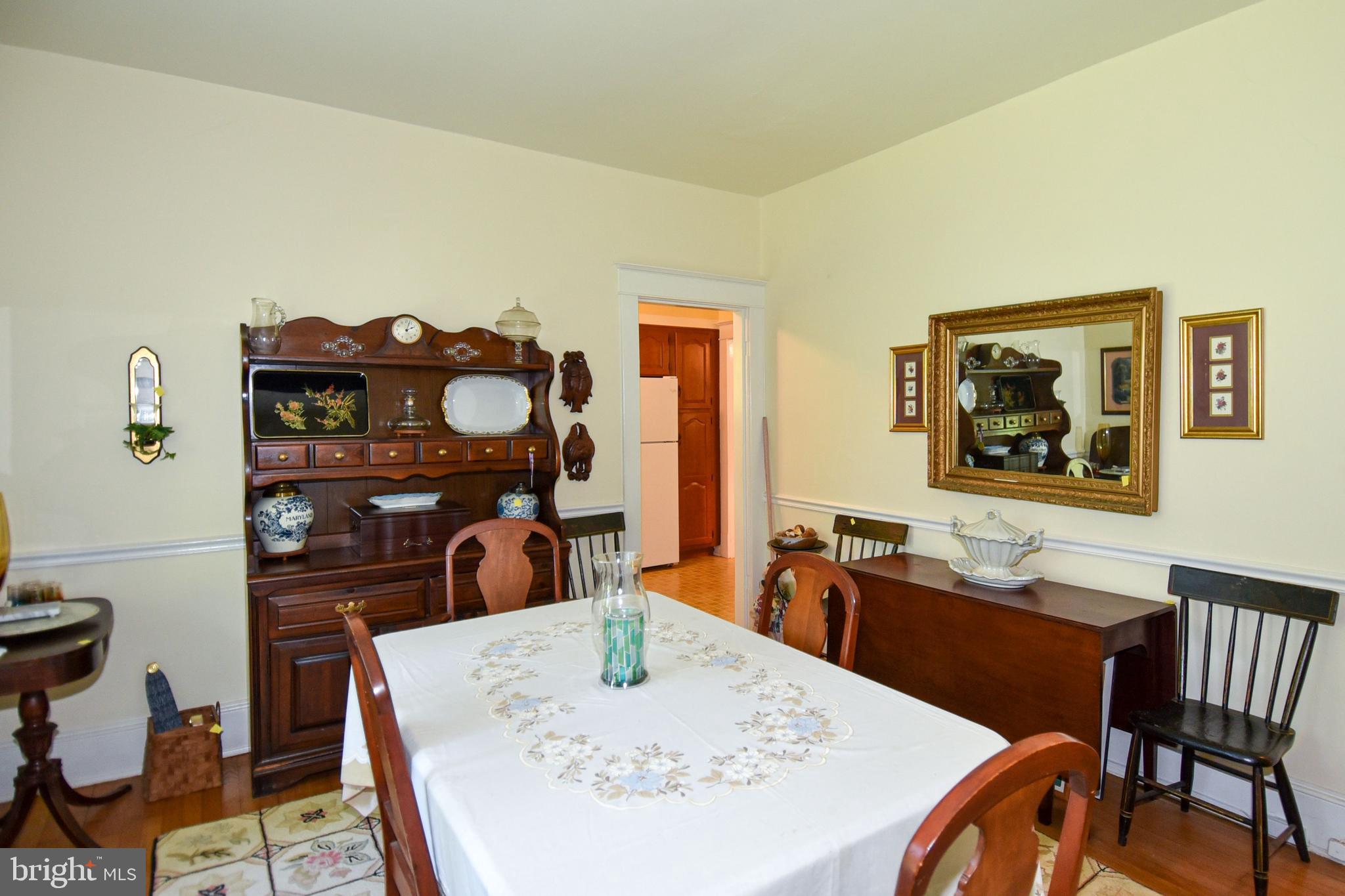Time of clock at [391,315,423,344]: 2:03
